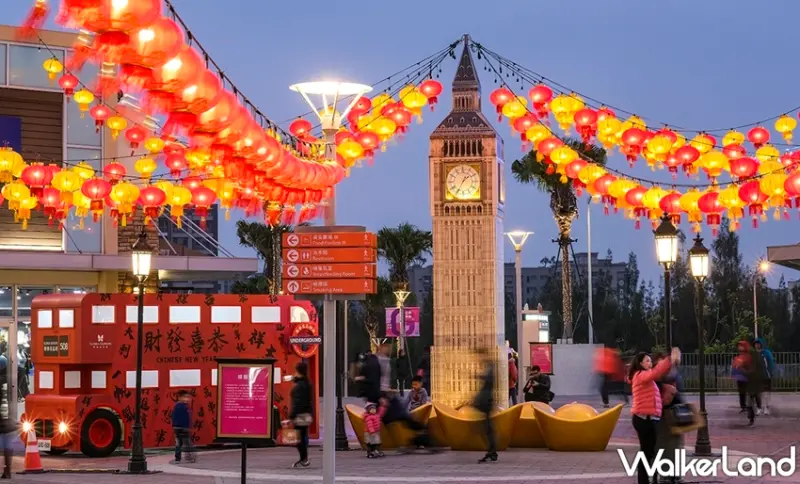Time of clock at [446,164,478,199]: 1:34
